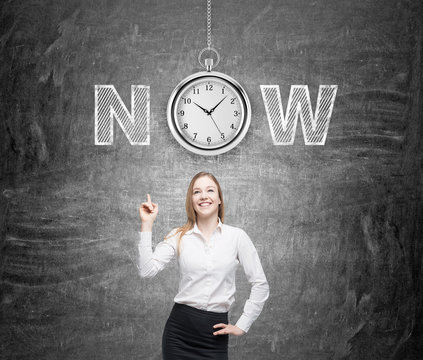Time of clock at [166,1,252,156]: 10:07
